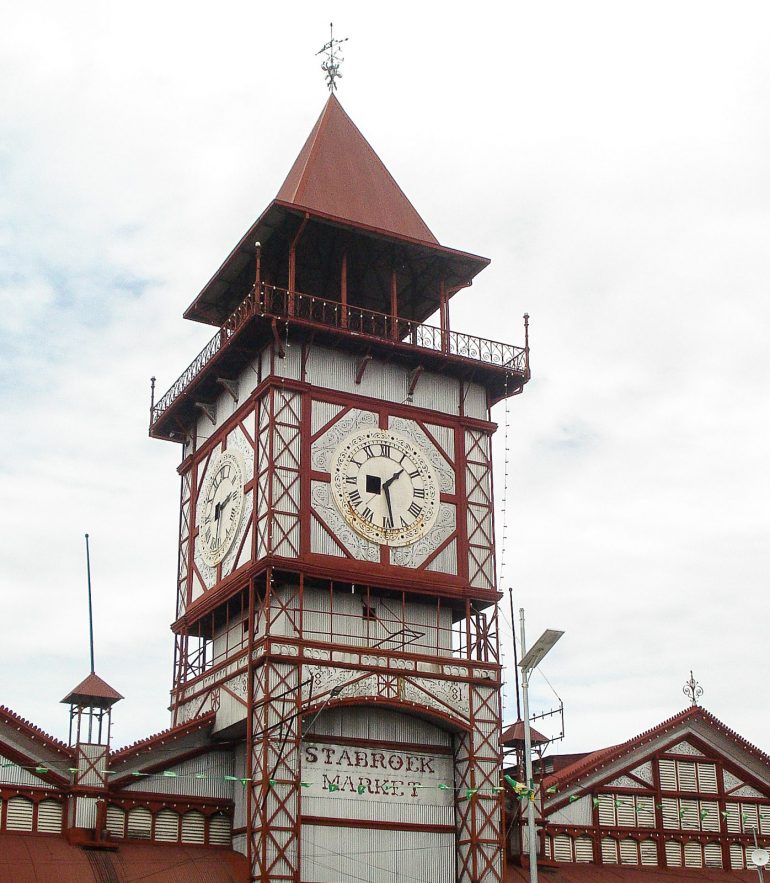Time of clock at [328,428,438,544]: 1:28
